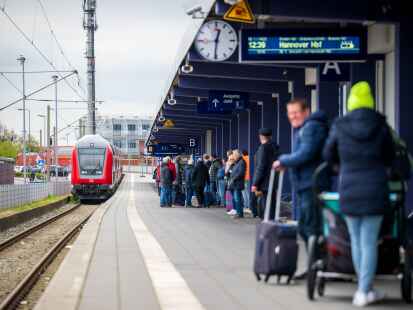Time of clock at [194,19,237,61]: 12:30
